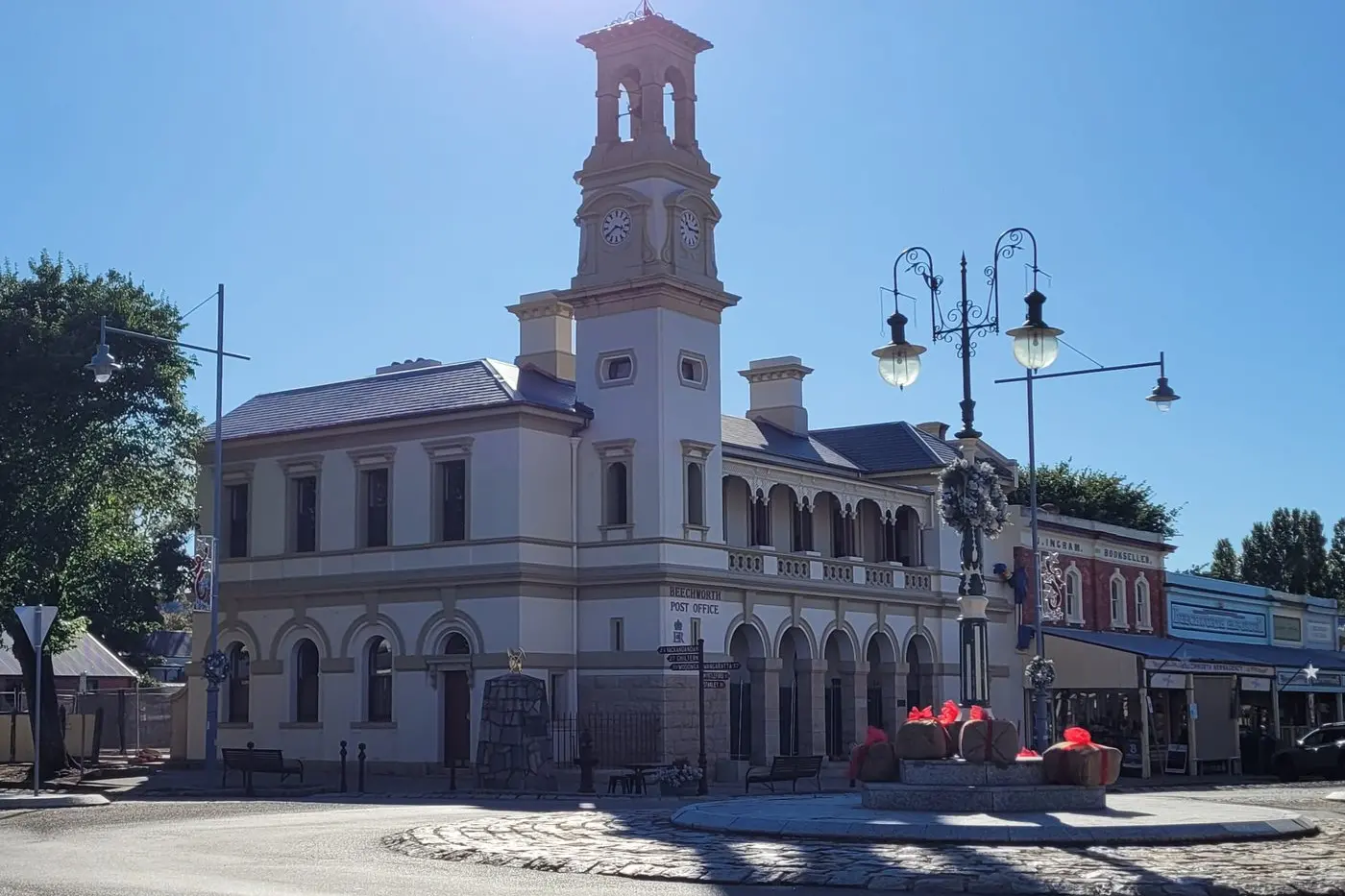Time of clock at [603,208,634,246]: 3:39
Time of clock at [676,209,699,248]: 10:15
